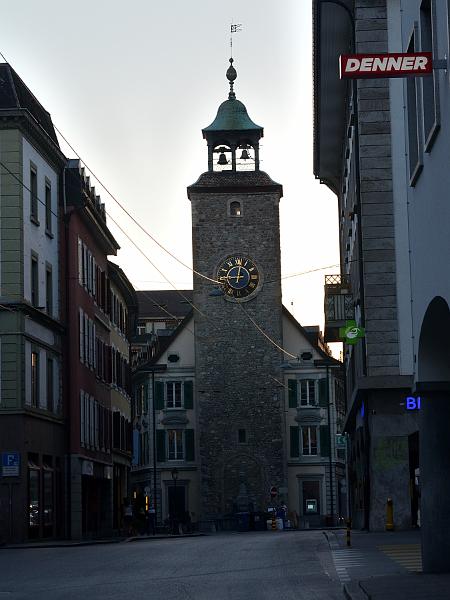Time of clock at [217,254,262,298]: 9:01
